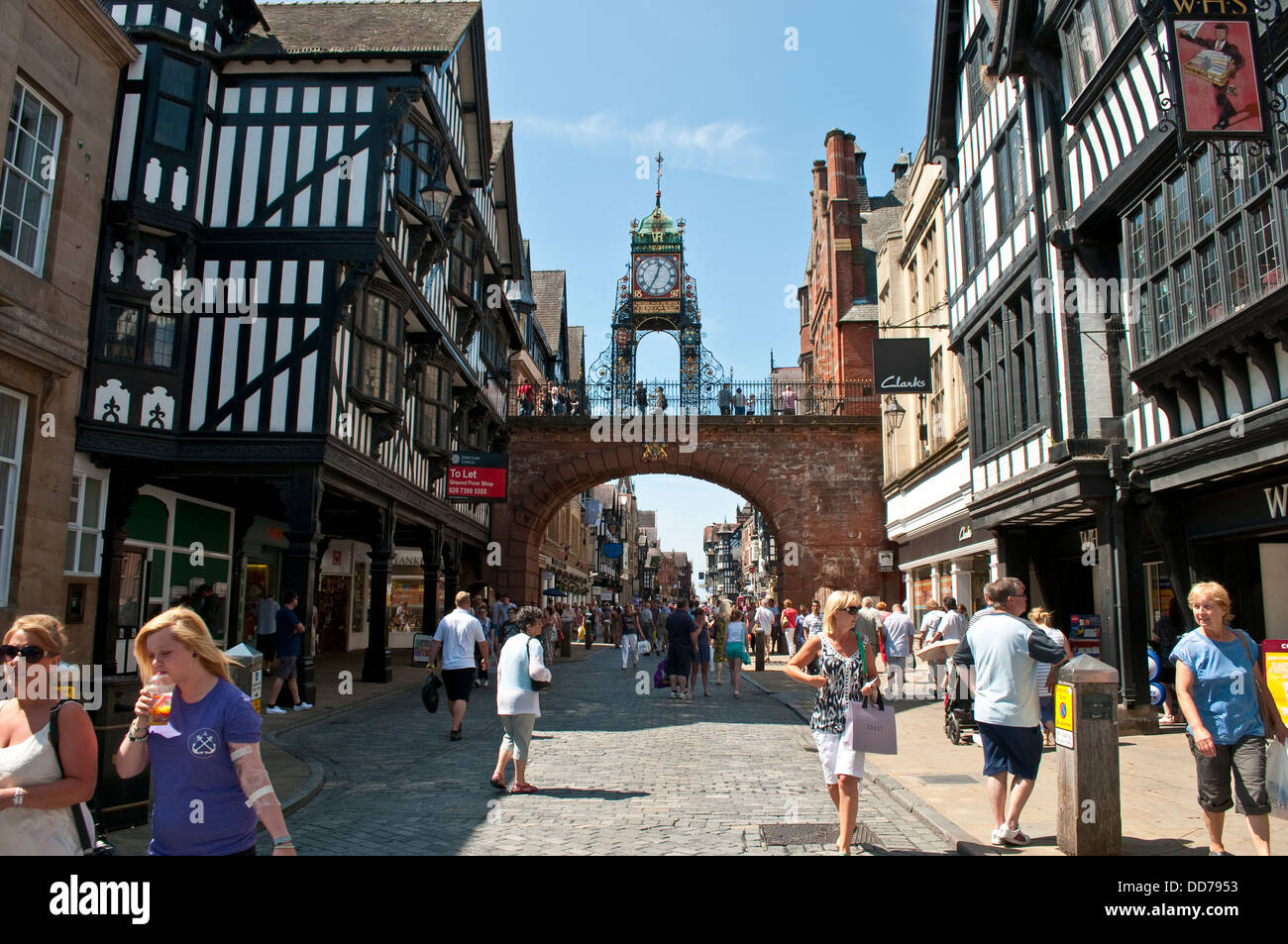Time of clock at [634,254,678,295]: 12:34
